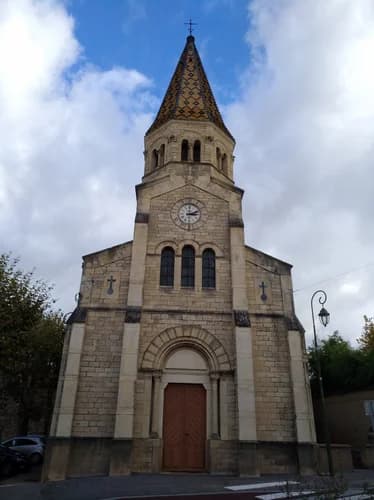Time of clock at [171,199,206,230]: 2:15
